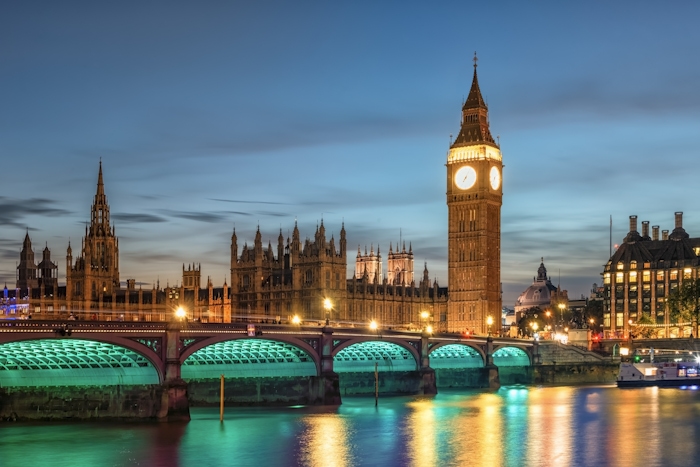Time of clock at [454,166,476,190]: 7:04
